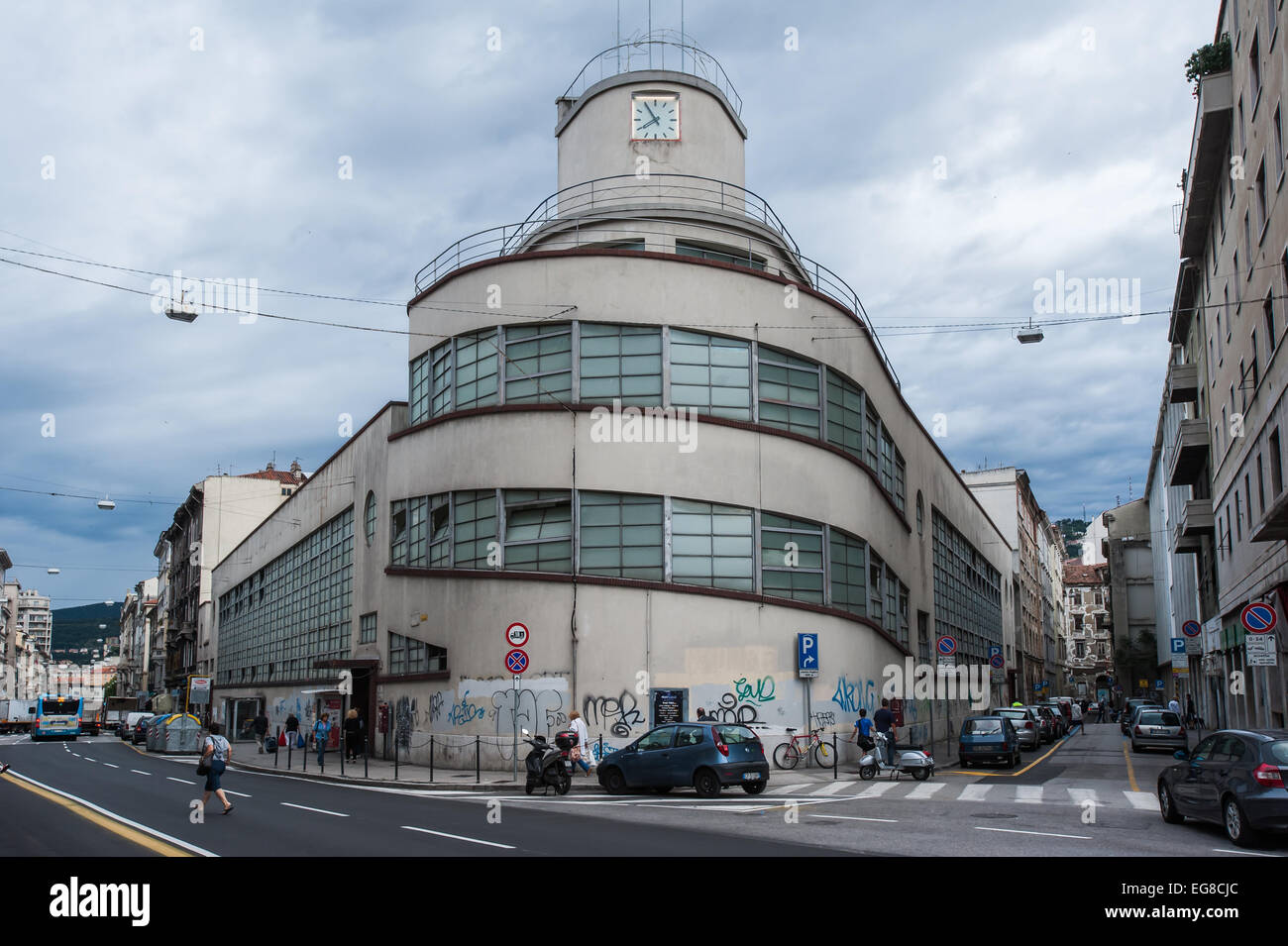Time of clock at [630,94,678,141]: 7:54
